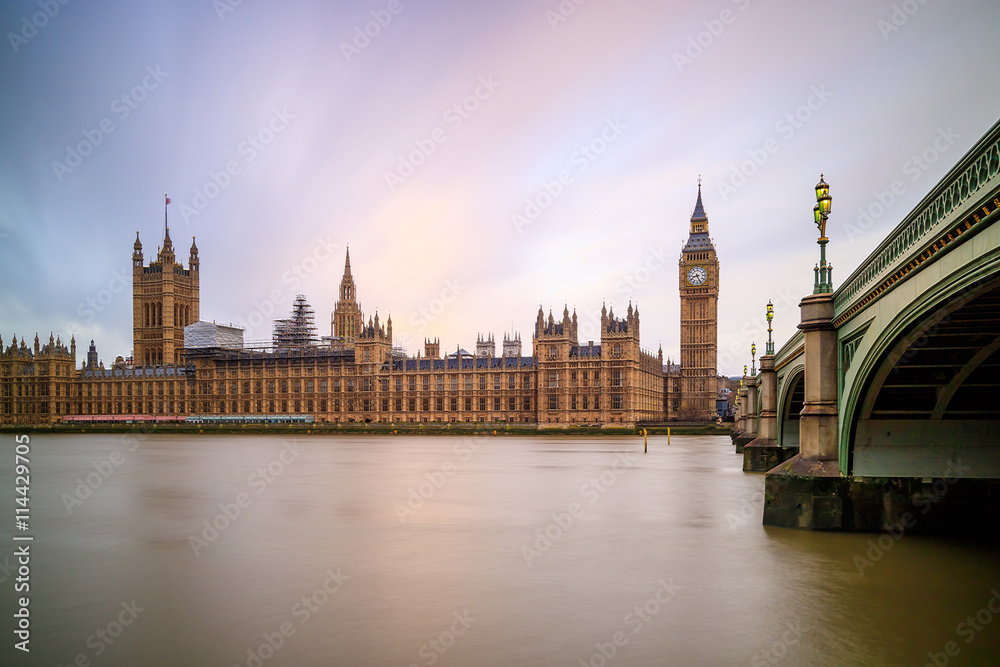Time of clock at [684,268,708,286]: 8:26
